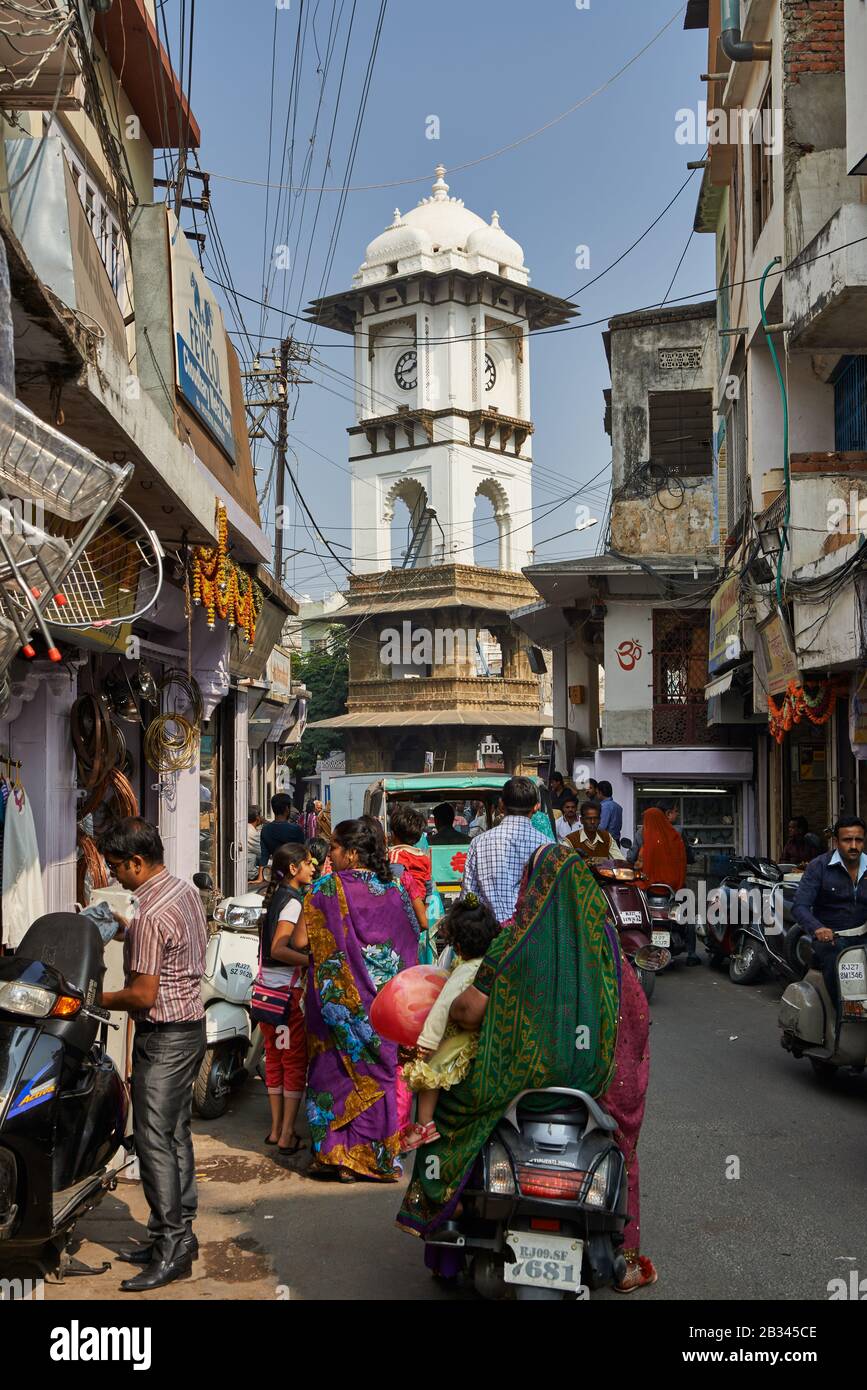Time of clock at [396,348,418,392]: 1:44
